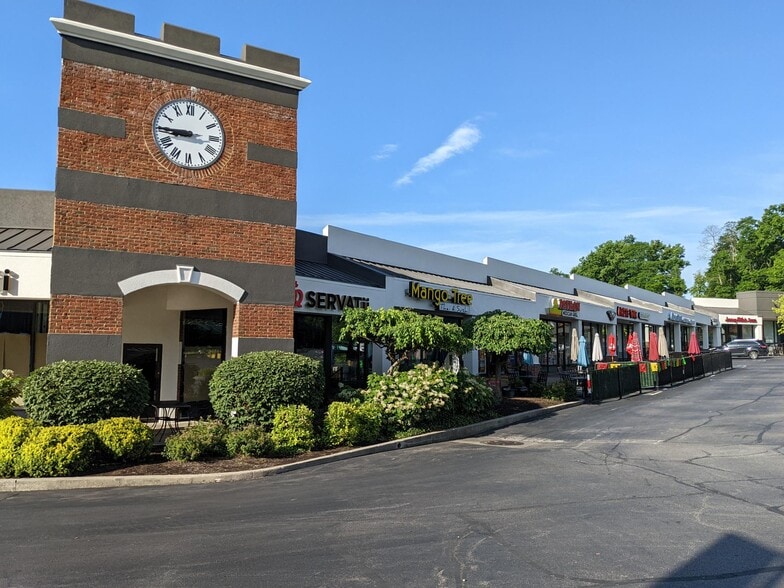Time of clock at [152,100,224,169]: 8:45
